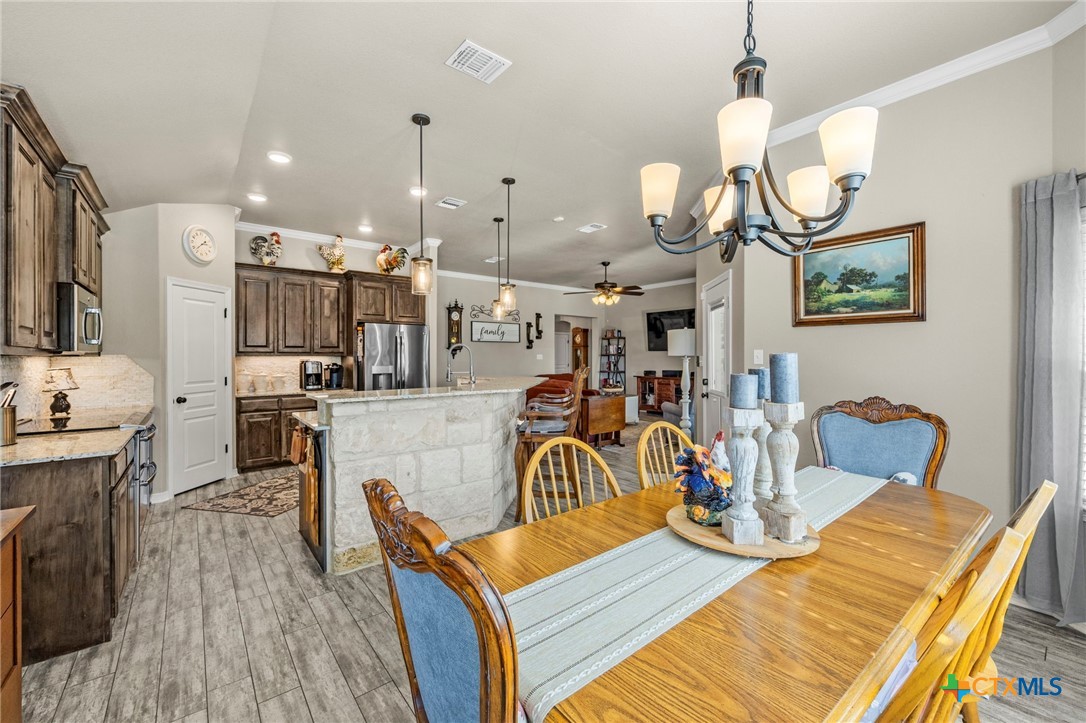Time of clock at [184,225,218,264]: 1:37
